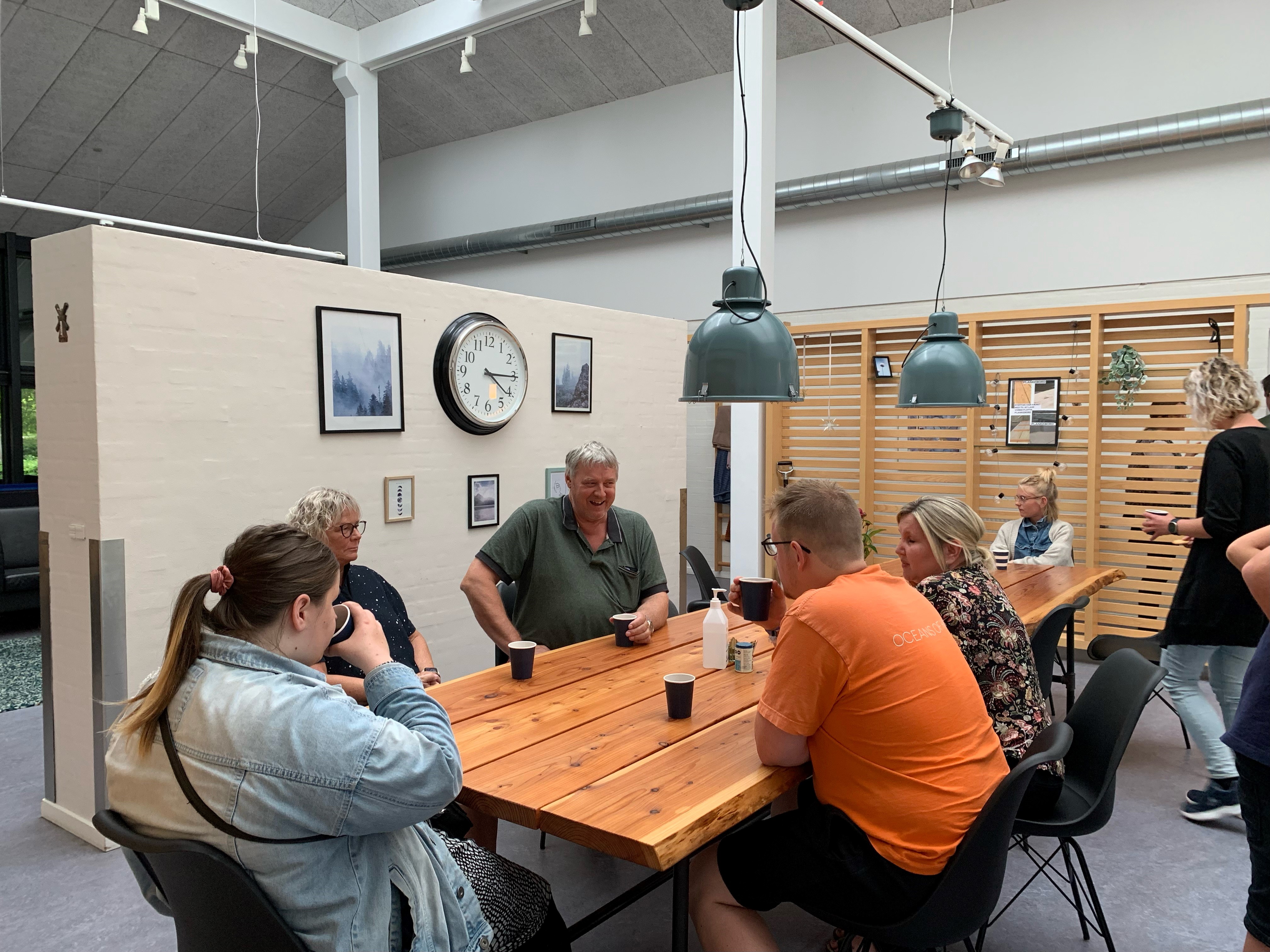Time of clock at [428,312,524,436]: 4:15
